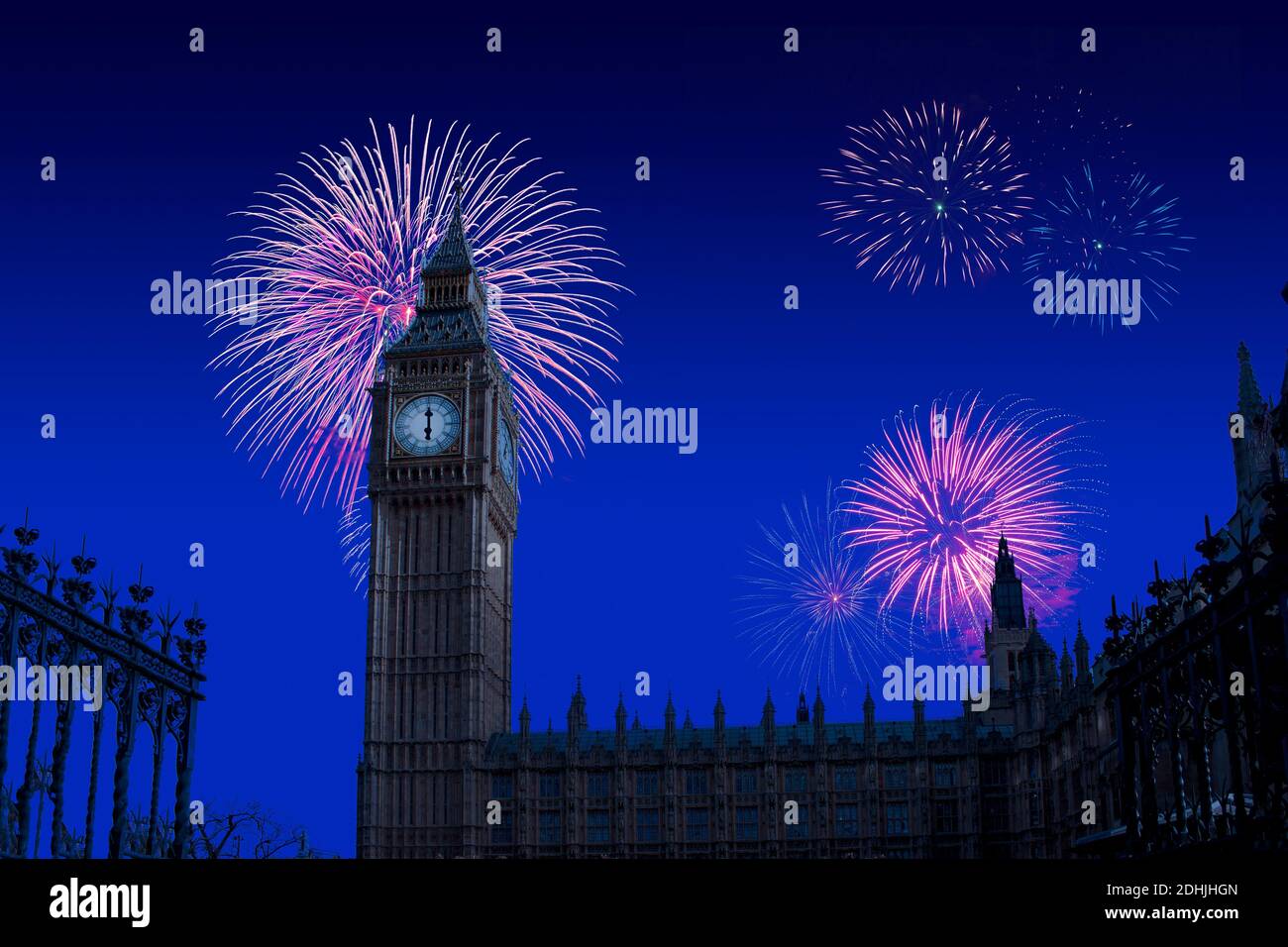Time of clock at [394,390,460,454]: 6:00
